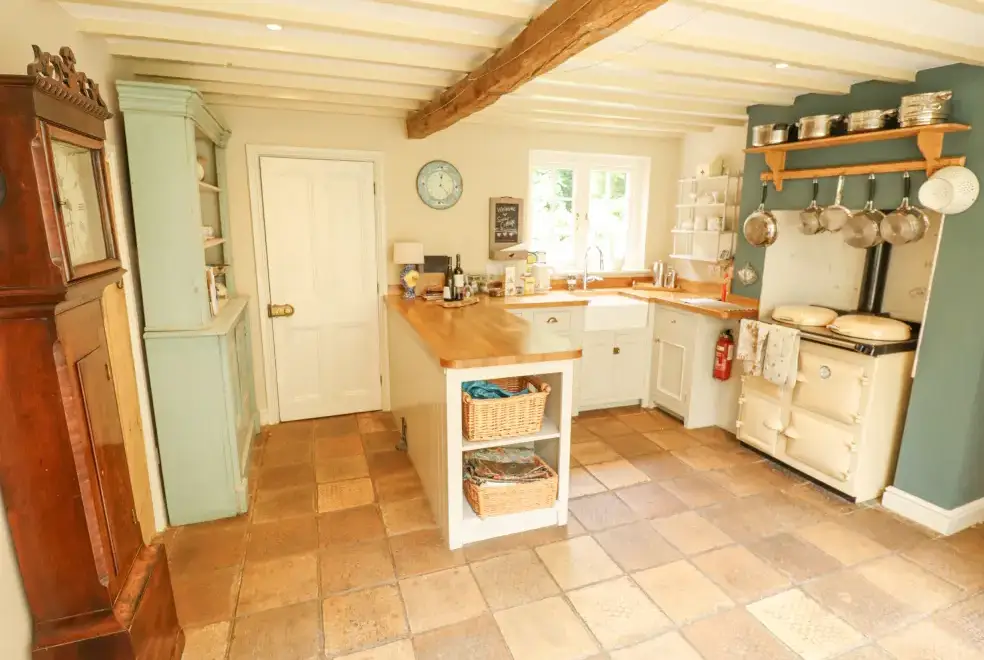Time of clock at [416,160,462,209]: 12:23
